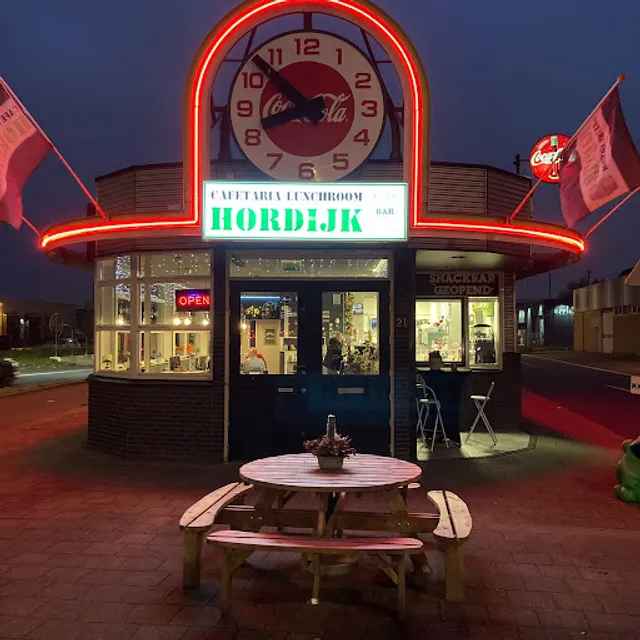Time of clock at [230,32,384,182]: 8:52
